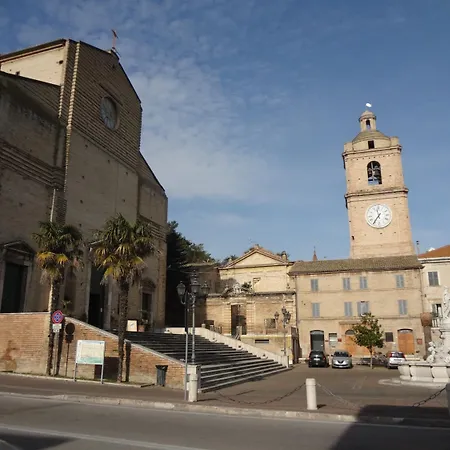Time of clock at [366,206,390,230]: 11:35
